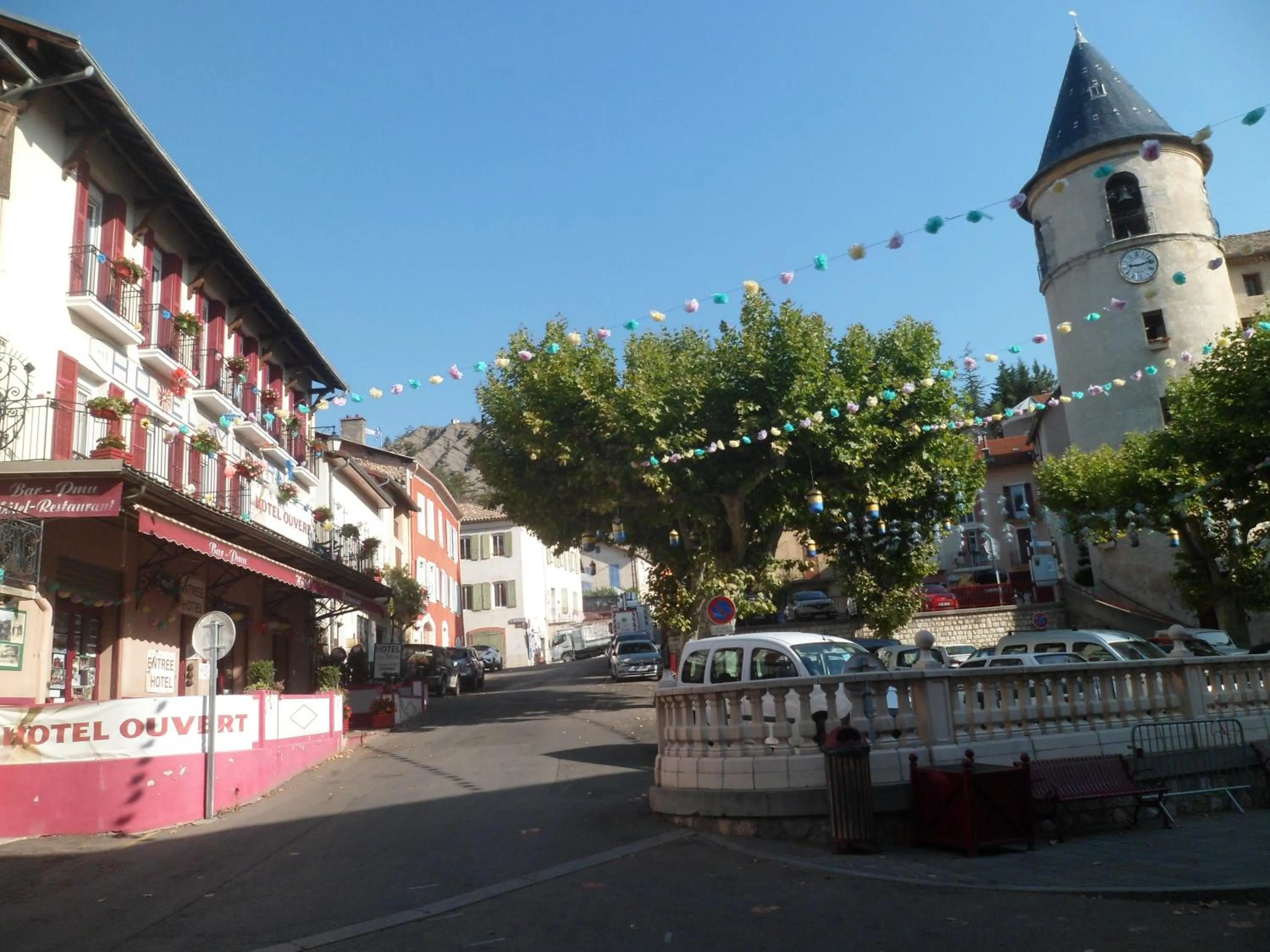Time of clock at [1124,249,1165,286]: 9:12
